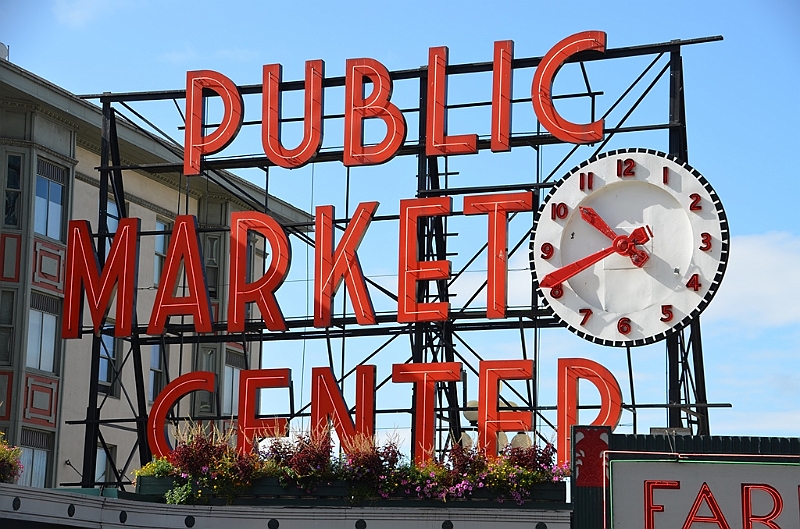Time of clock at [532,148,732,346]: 10:41
